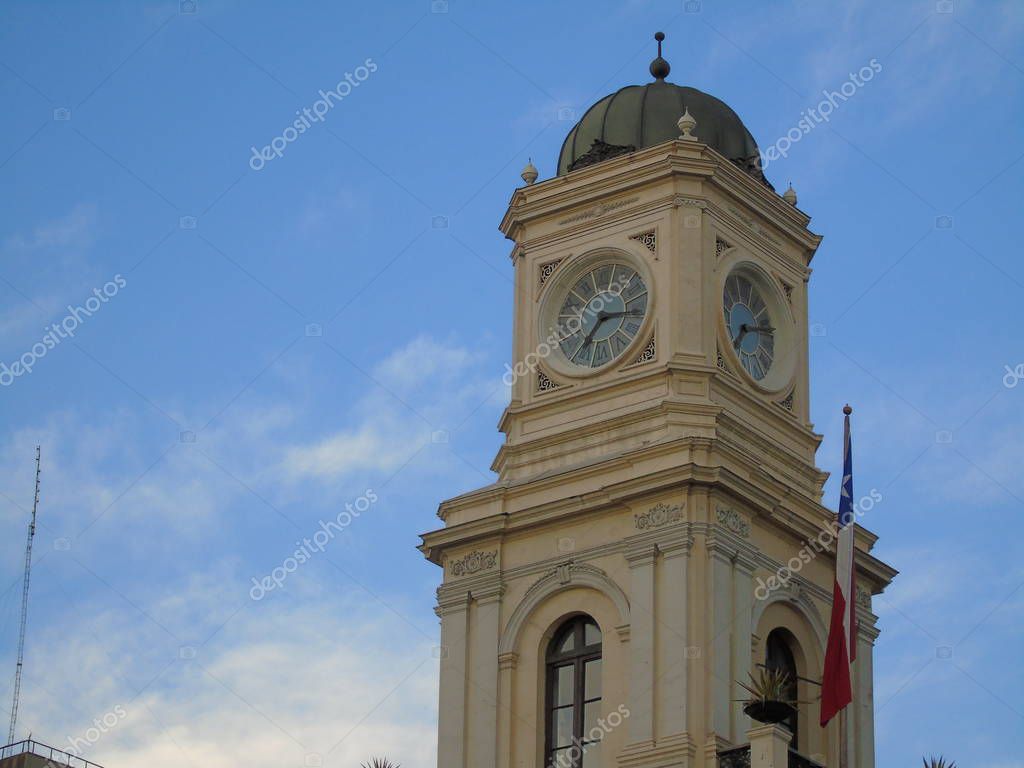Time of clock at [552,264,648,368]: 7:15
